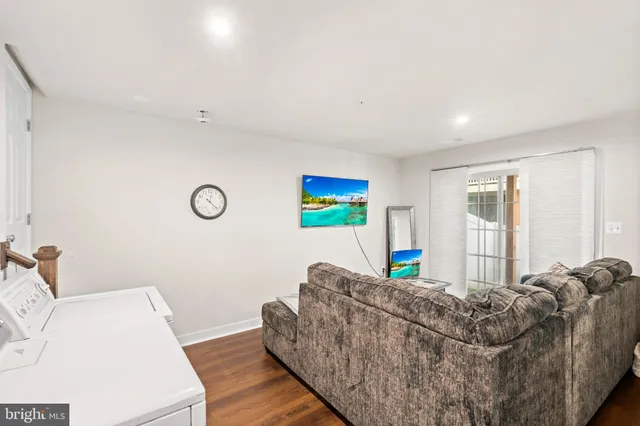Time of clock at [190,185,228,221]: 12:22
